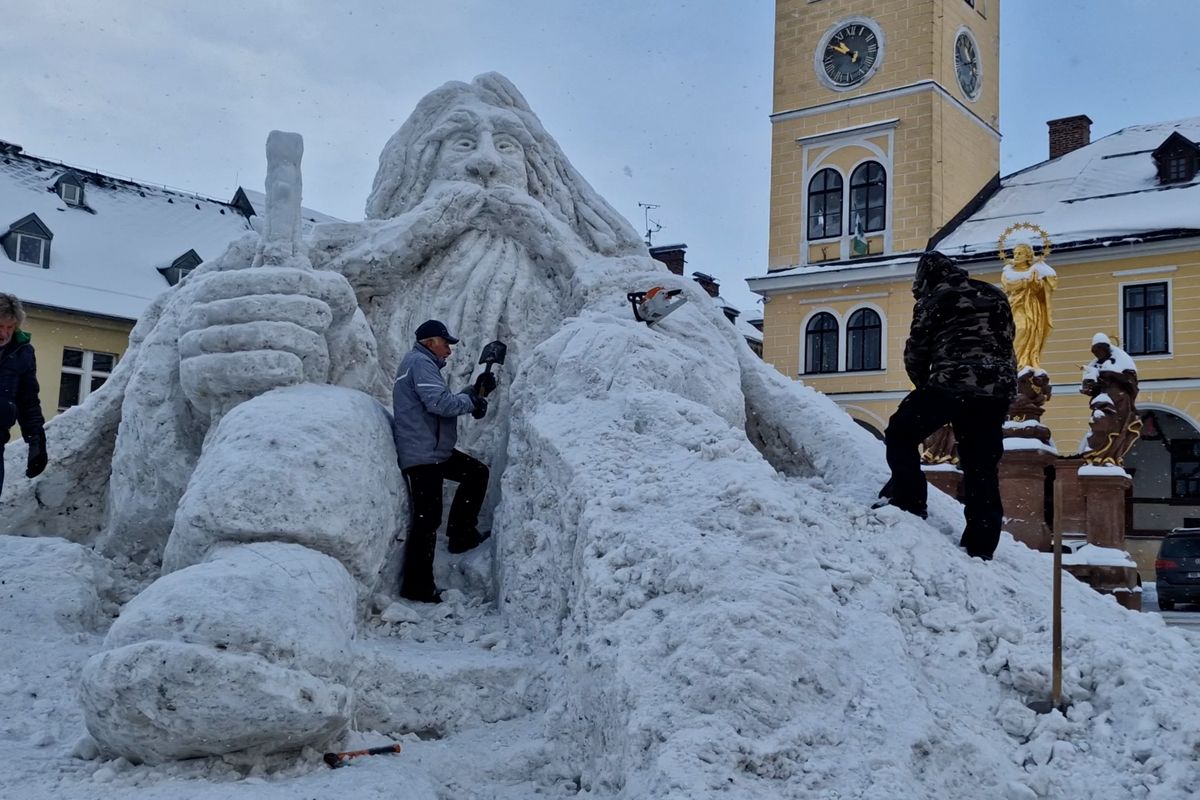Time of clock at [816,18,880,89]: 10:50
